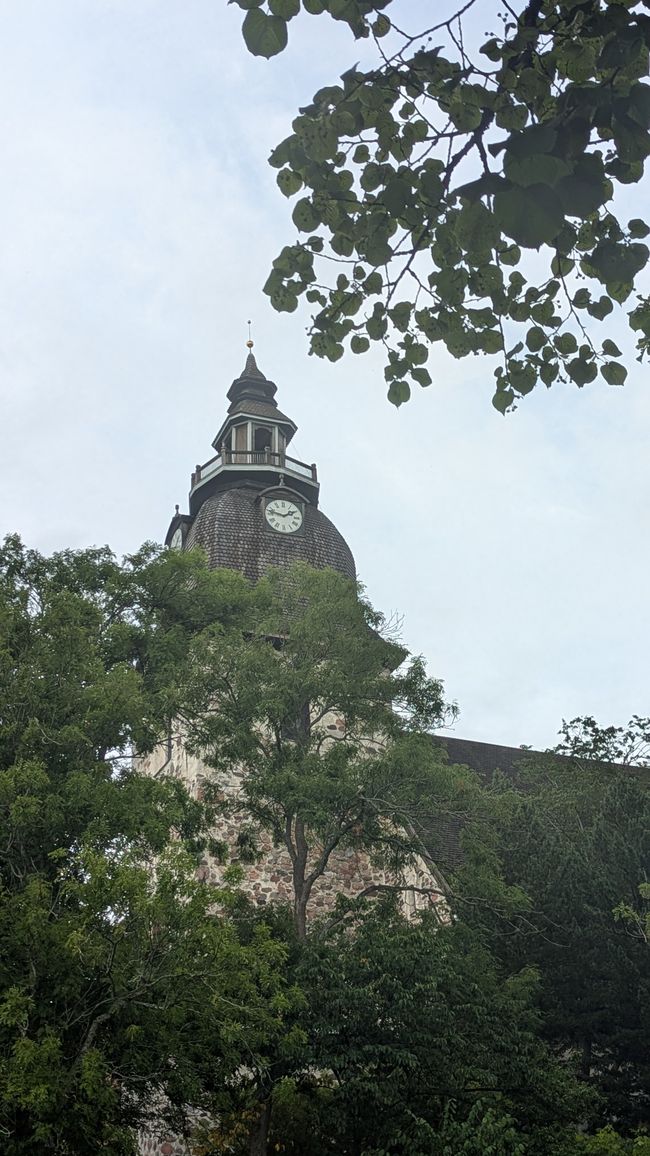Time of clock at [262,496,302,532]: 1:47
